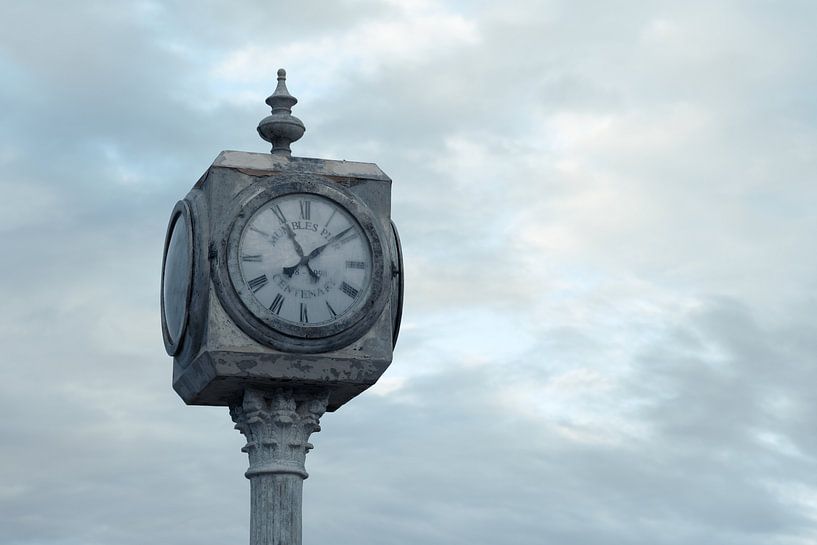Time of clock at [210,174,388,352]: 11:08
